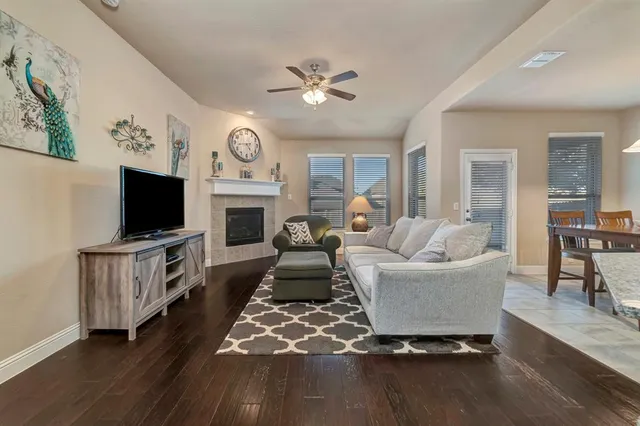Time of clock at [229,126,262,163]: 4:43
